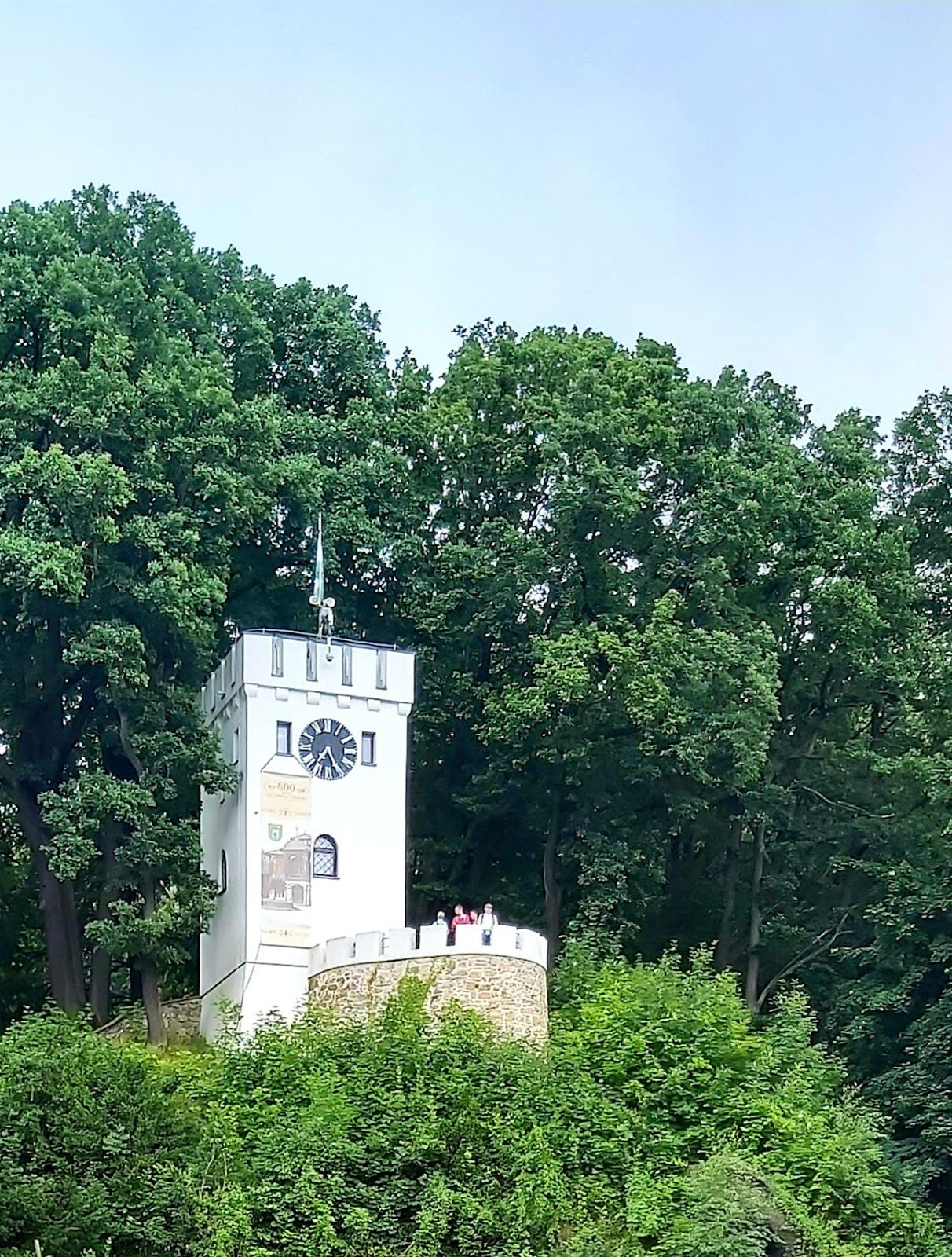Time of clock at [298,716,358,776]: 7:25
